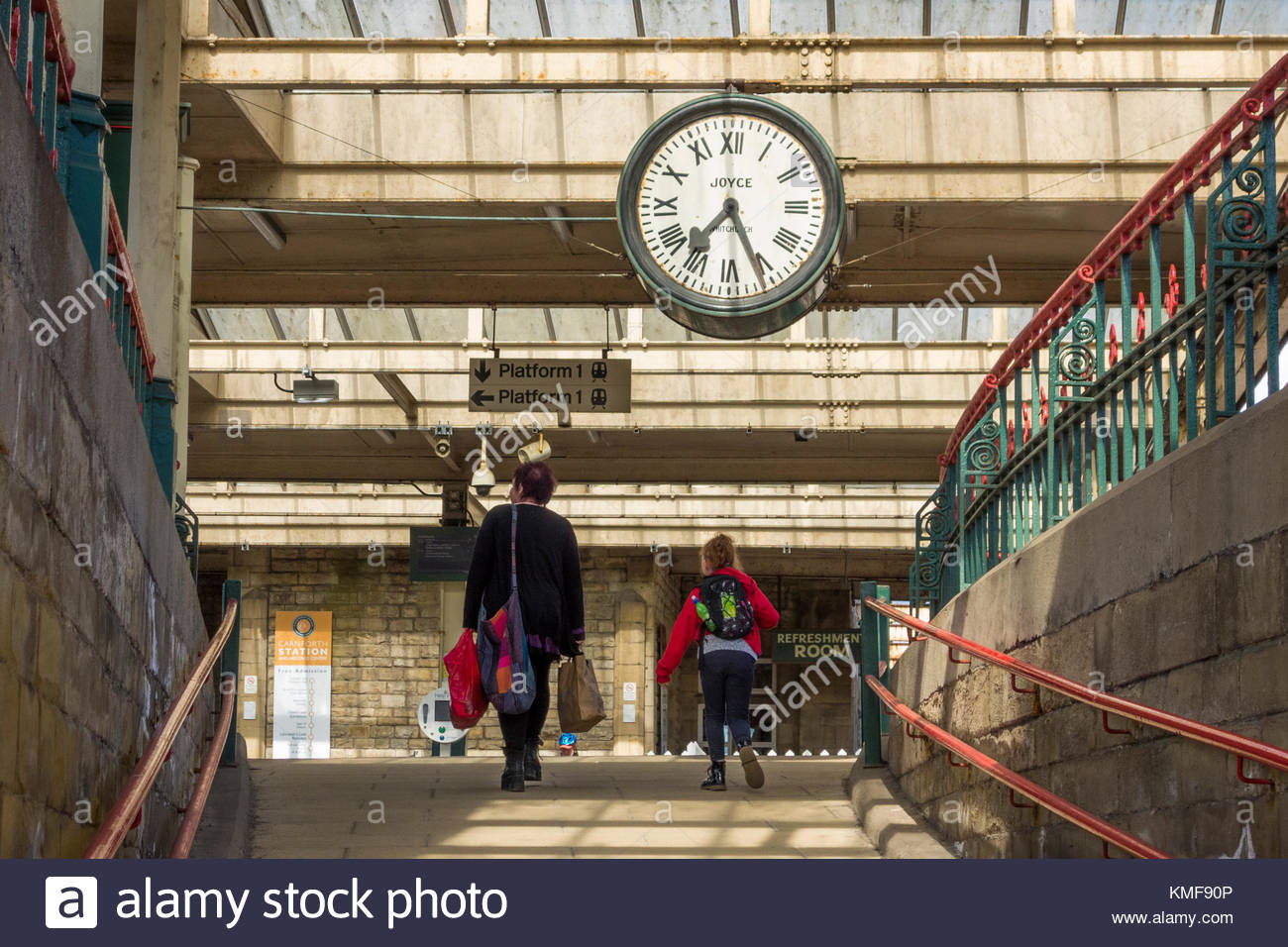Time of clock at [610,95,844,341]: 7:25
